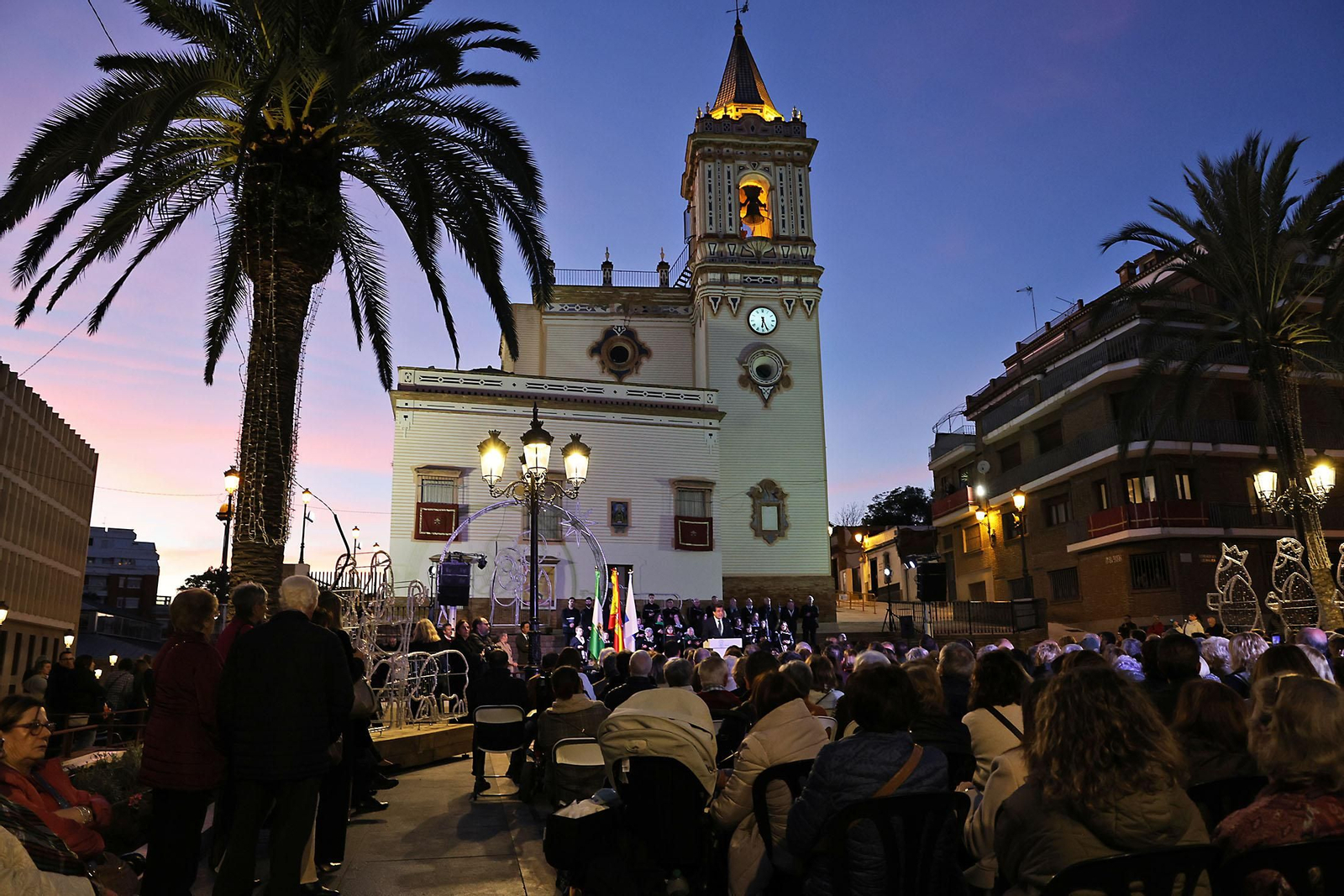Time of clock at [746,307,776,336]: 6:26
